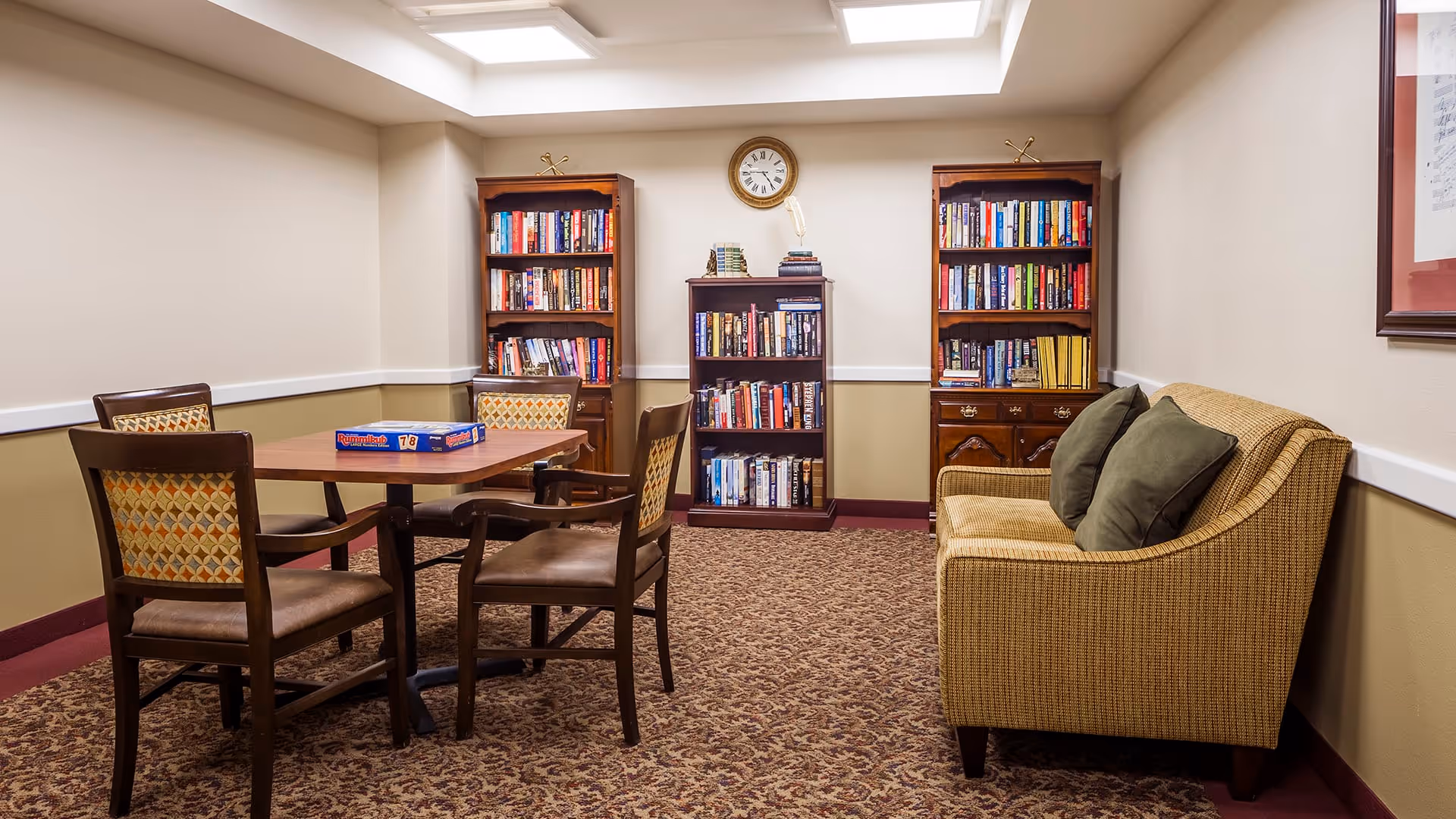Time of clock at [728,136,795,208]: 4:45
